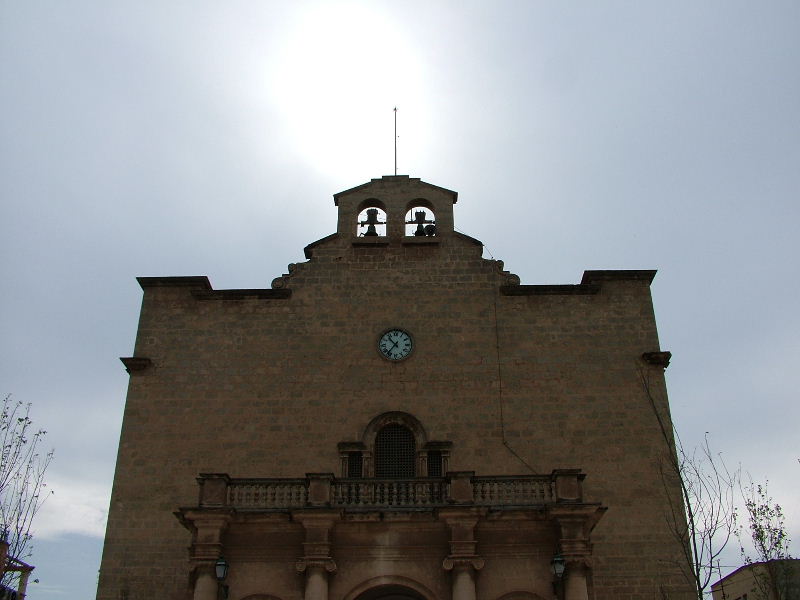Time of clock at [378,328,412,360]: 10:36
